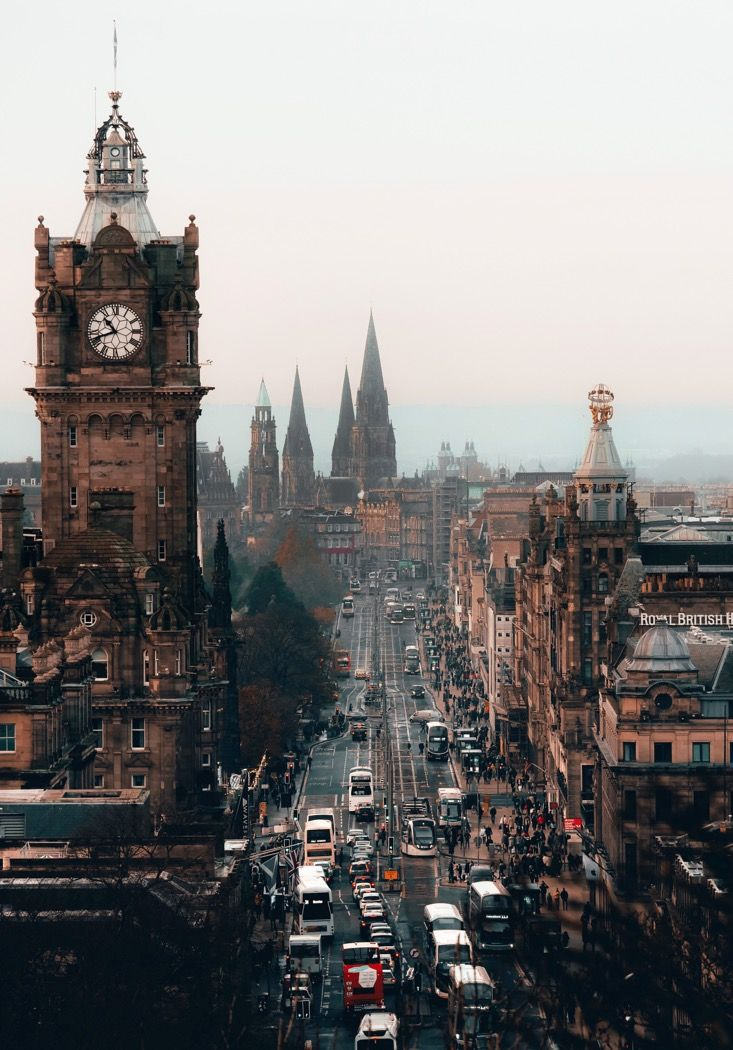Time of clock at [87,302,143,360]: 10:41
